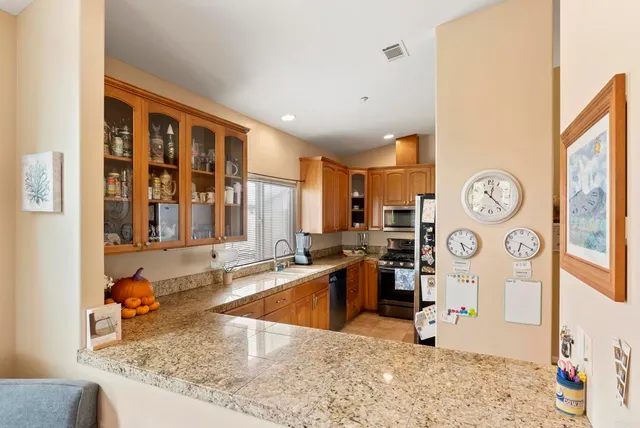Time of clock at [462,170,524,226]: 12:22
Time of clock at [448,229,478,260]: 5:20
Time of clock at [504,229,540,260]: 6:19
